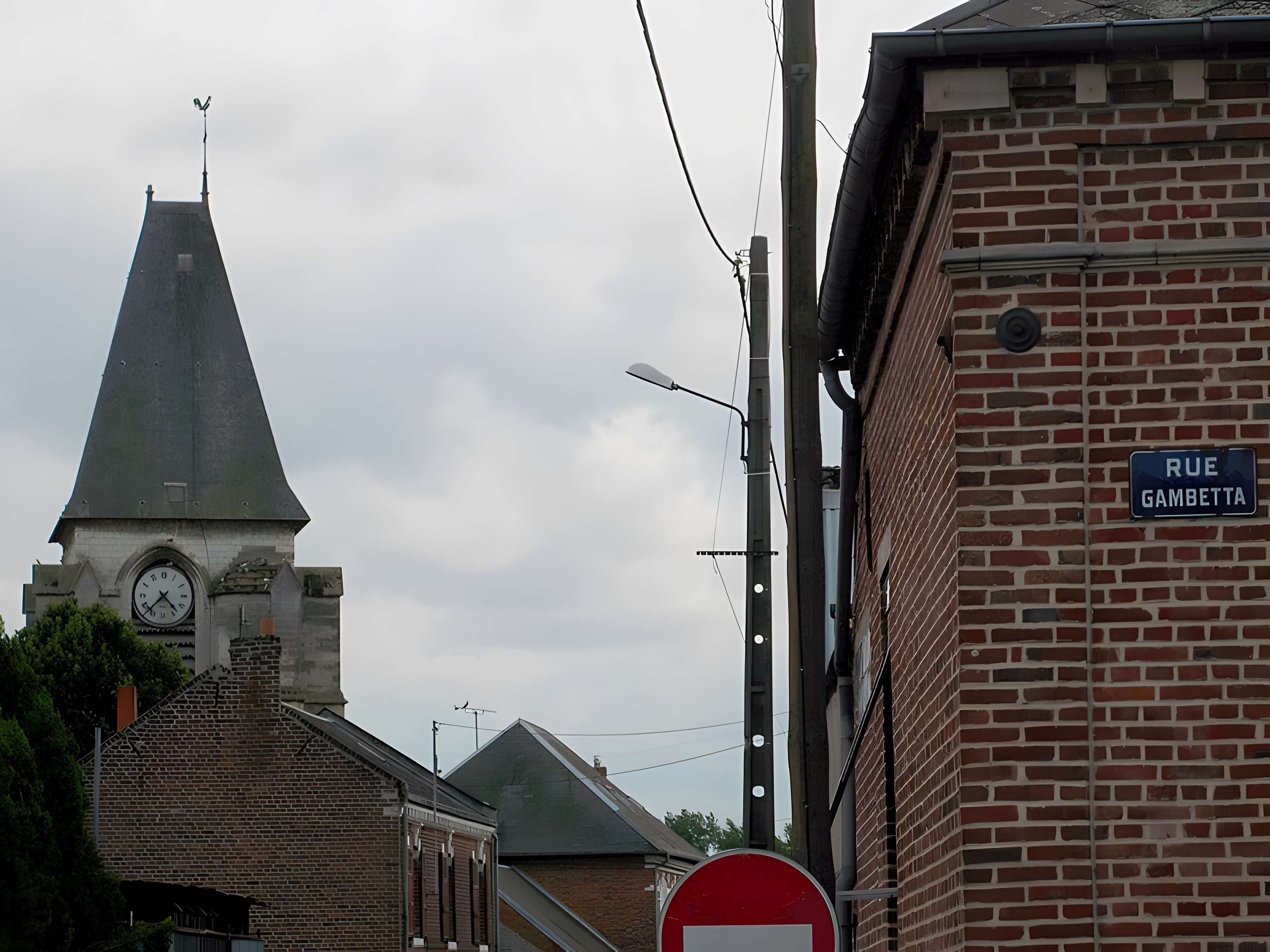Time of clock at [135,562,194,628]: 4:37
